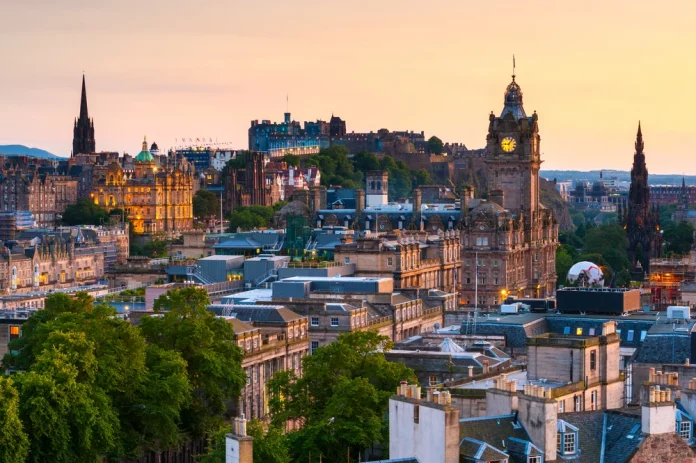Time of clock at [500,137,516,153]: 9:07
